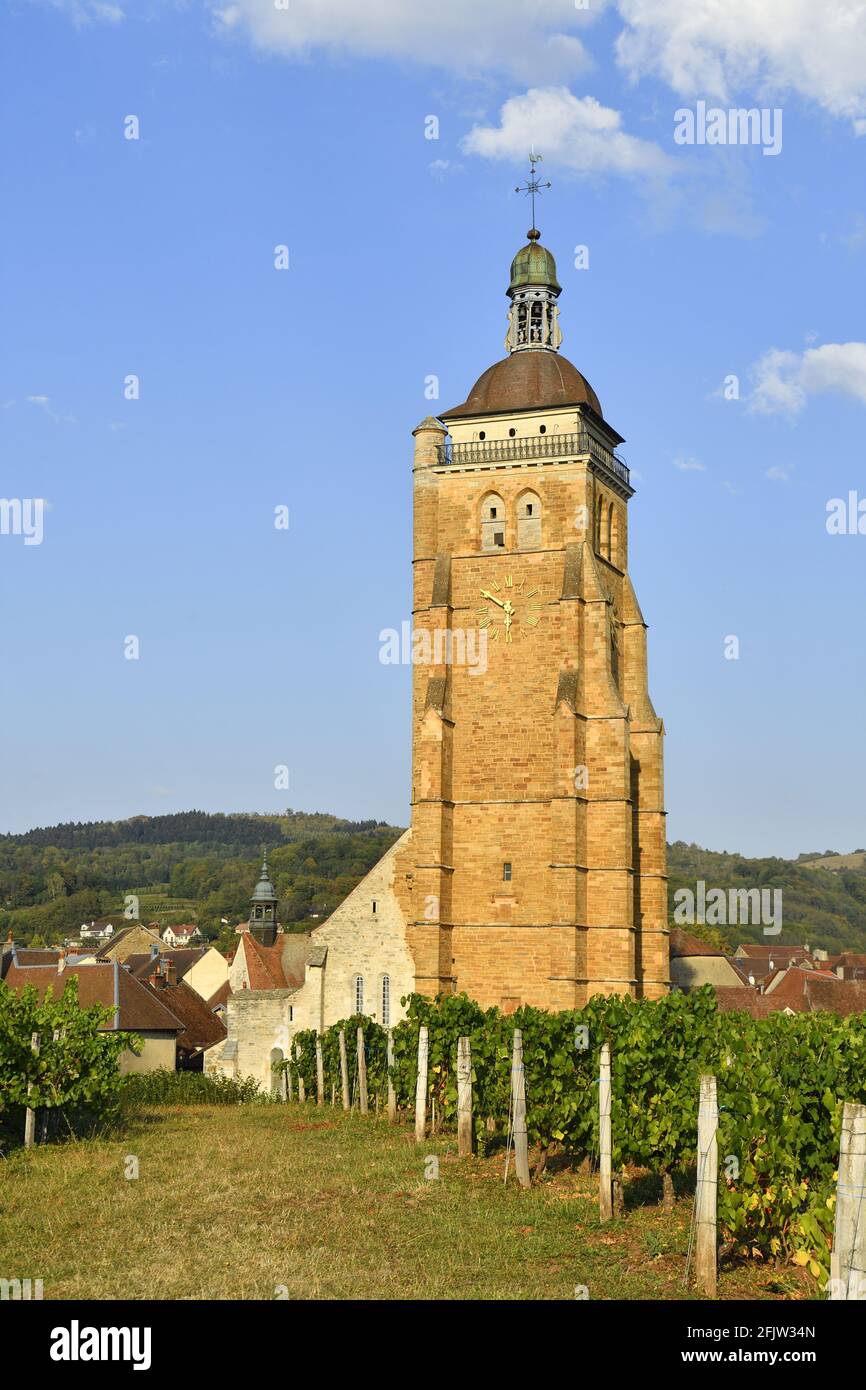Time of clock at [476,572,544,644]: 5:50
